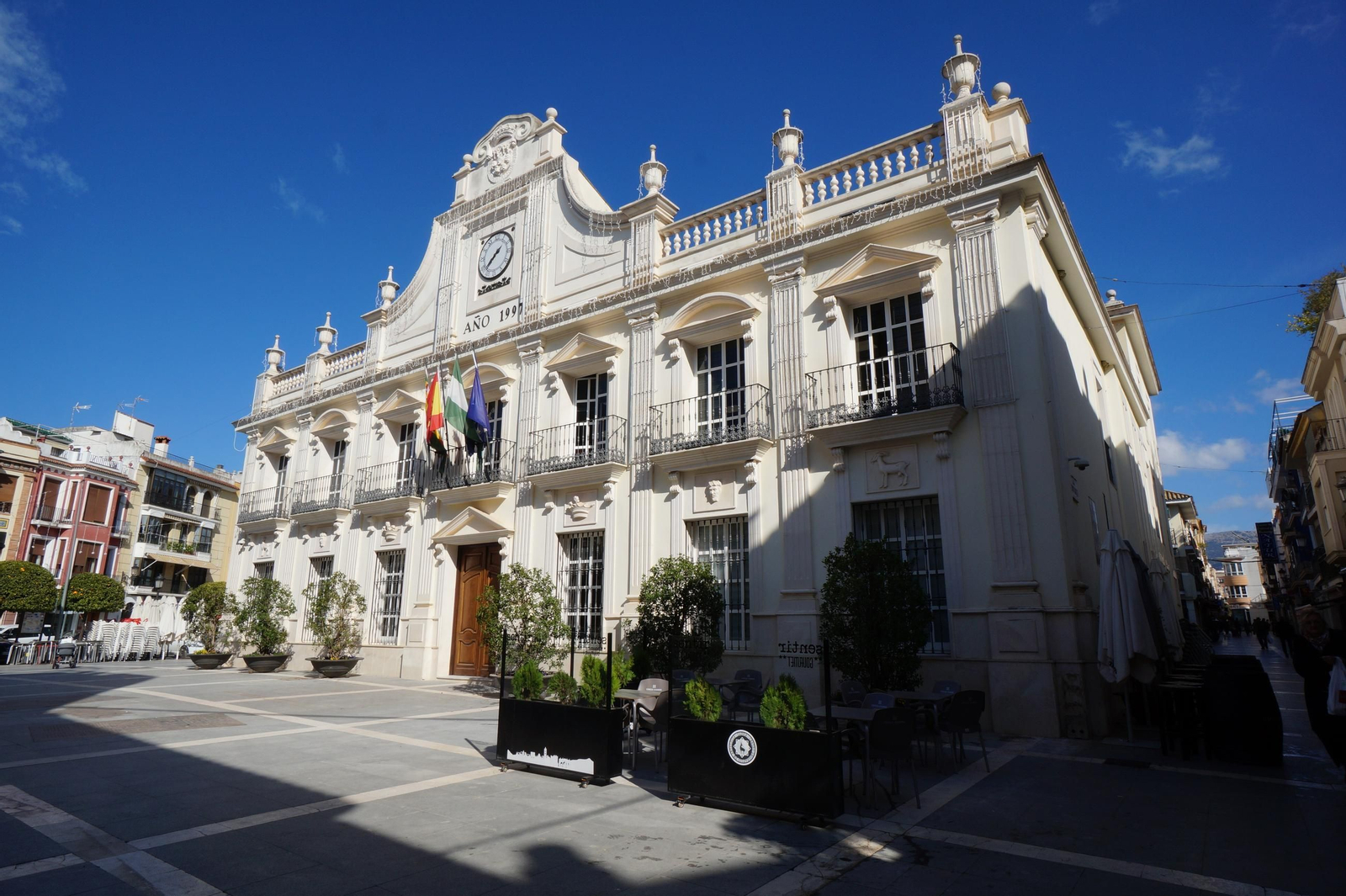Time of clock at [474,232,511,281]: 1:38
